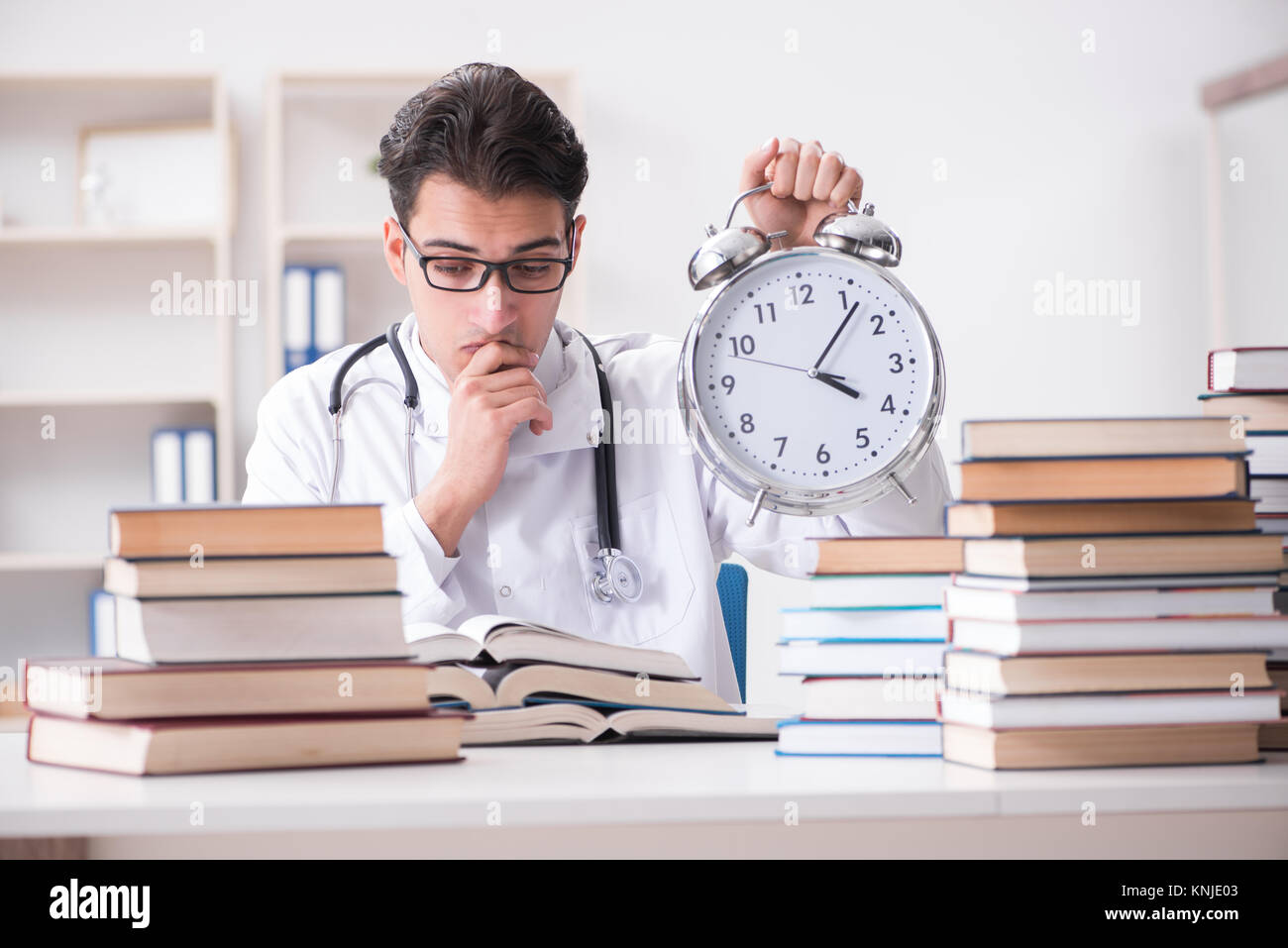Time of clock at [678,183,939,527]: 4:06
